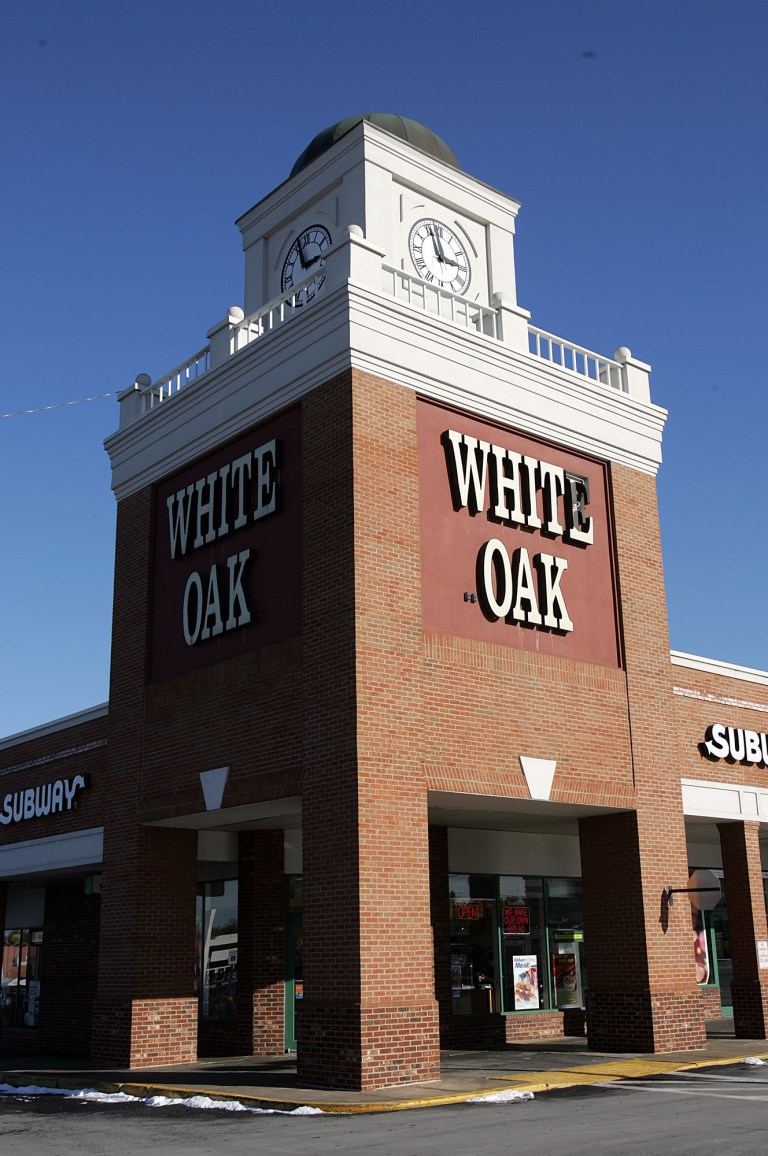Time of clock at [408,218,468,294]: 2:56
